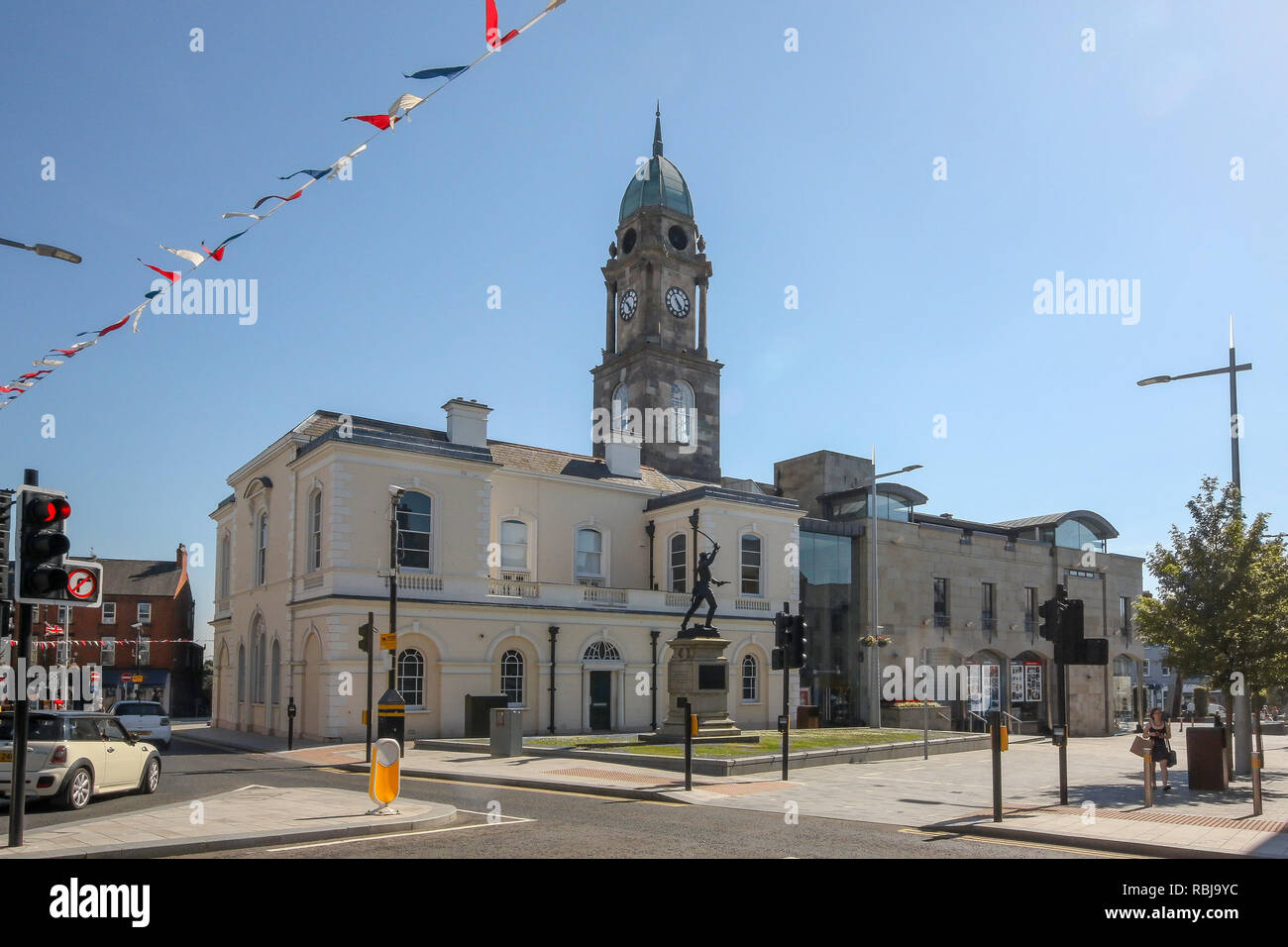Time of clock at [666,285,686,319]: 4:54
